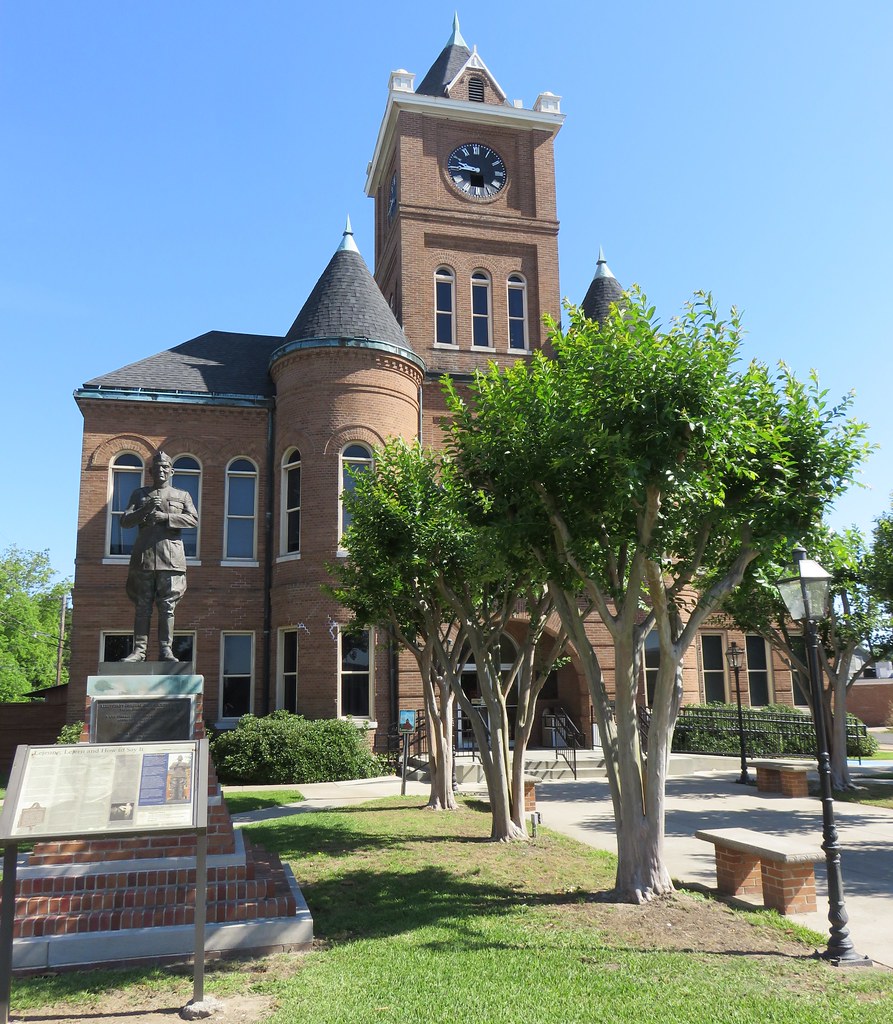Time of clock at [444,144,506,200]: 9:45
